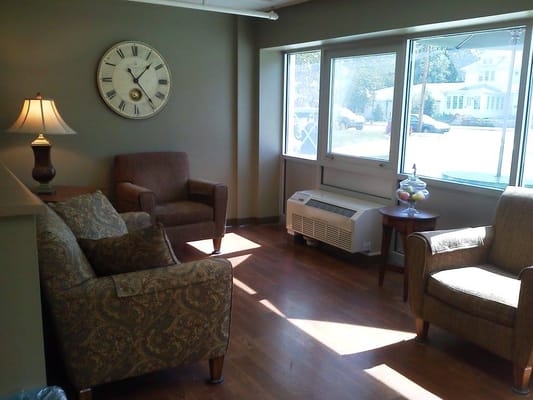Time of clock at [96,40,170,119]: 1:23
